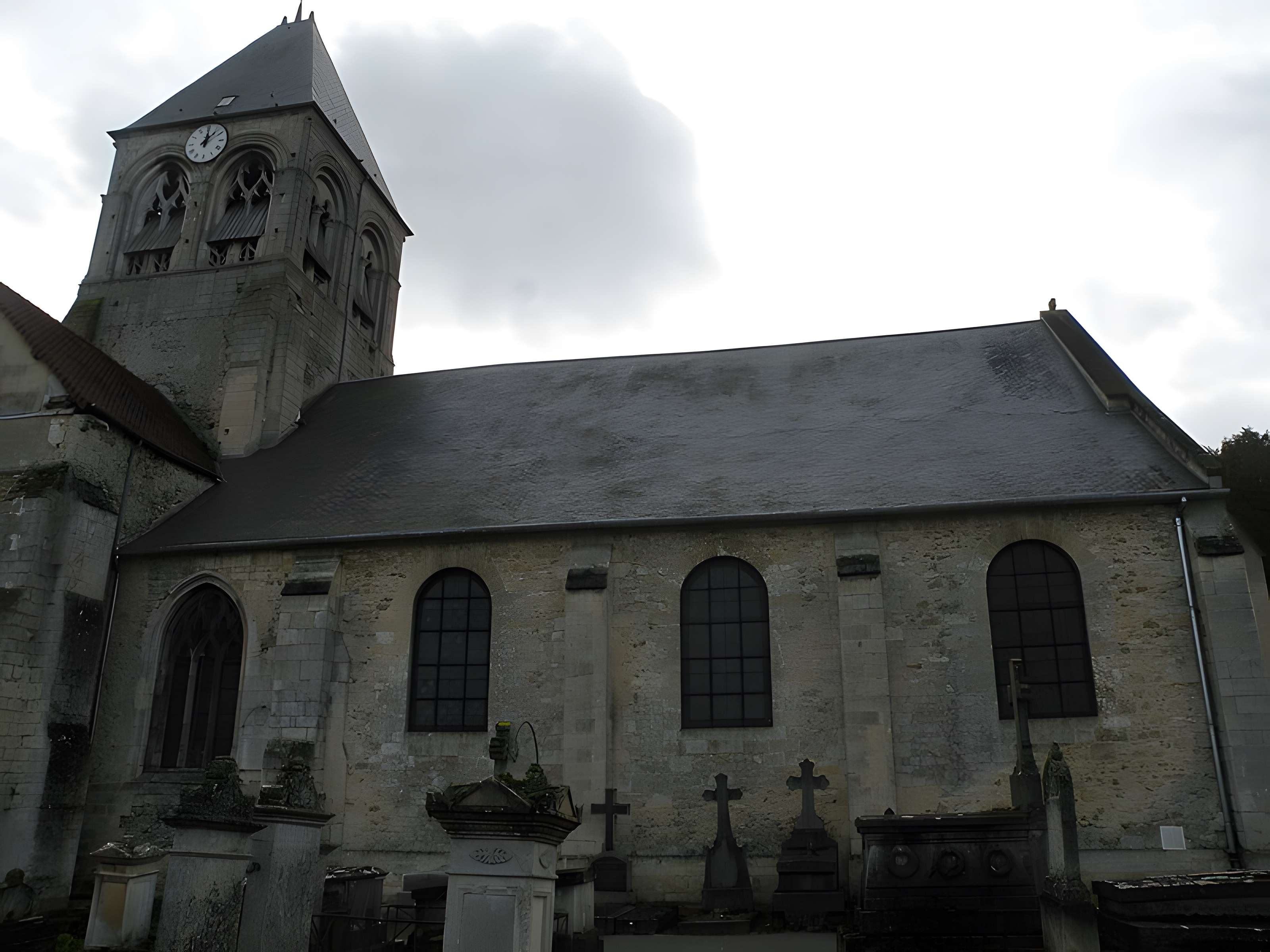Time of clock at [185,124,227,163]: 12:07
